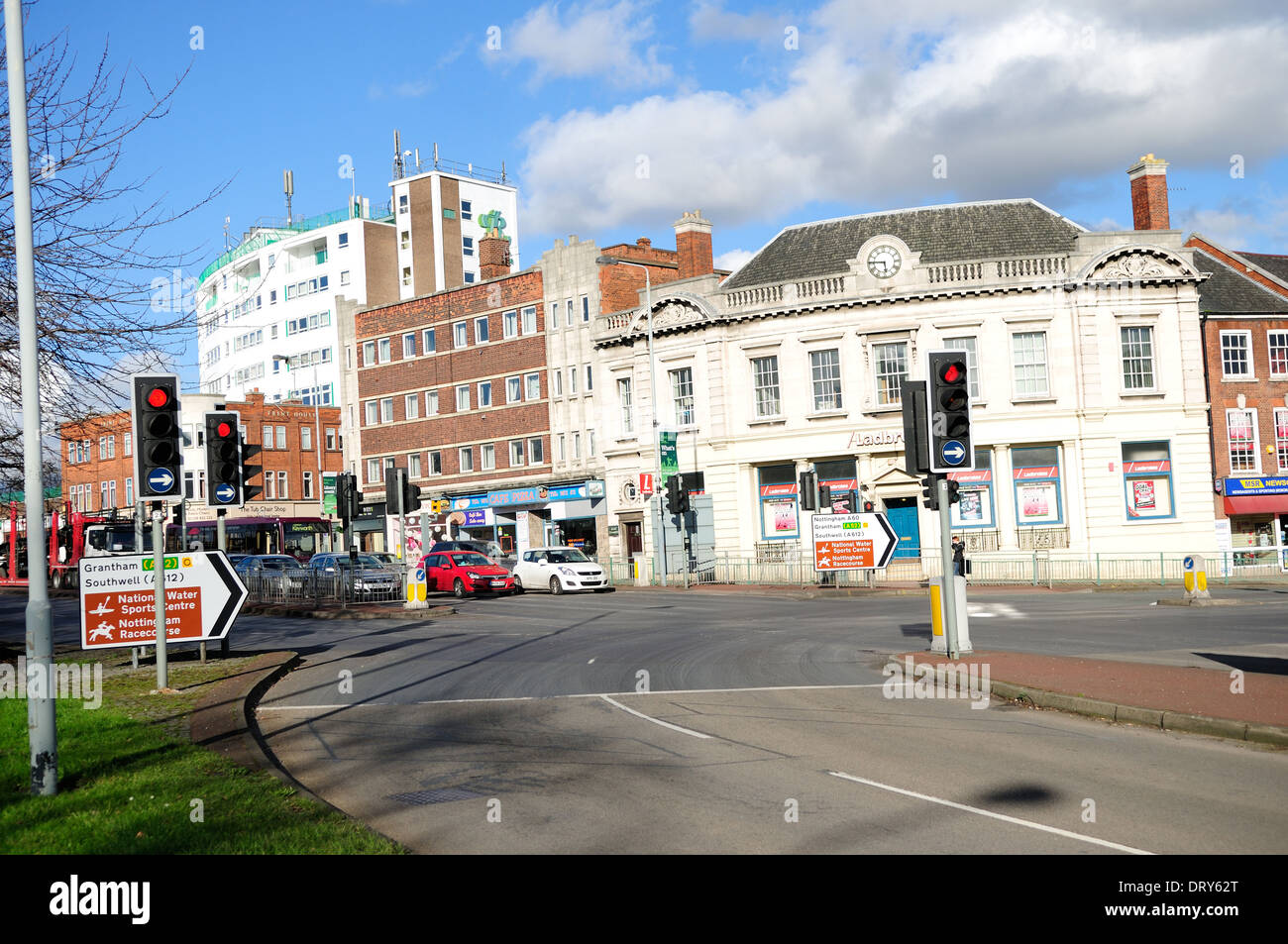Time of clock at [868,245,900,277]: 5:45
